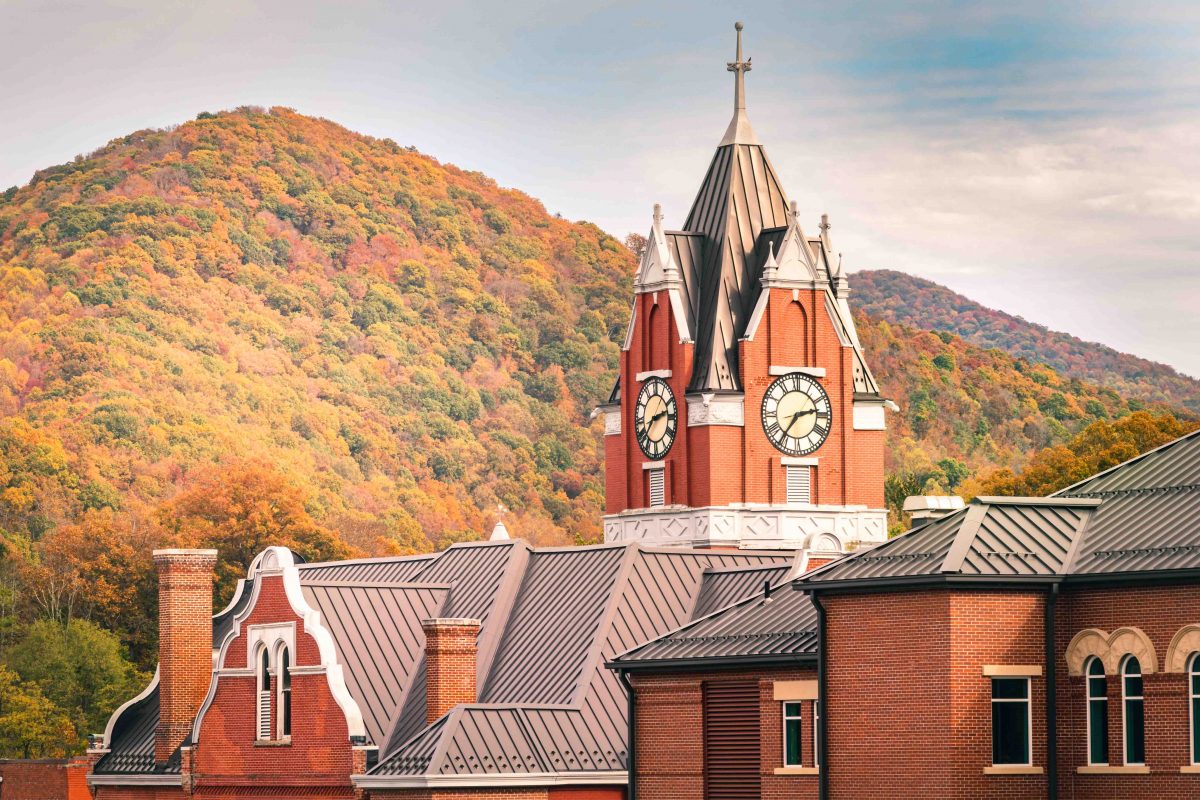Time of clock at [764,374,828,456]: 2:36
